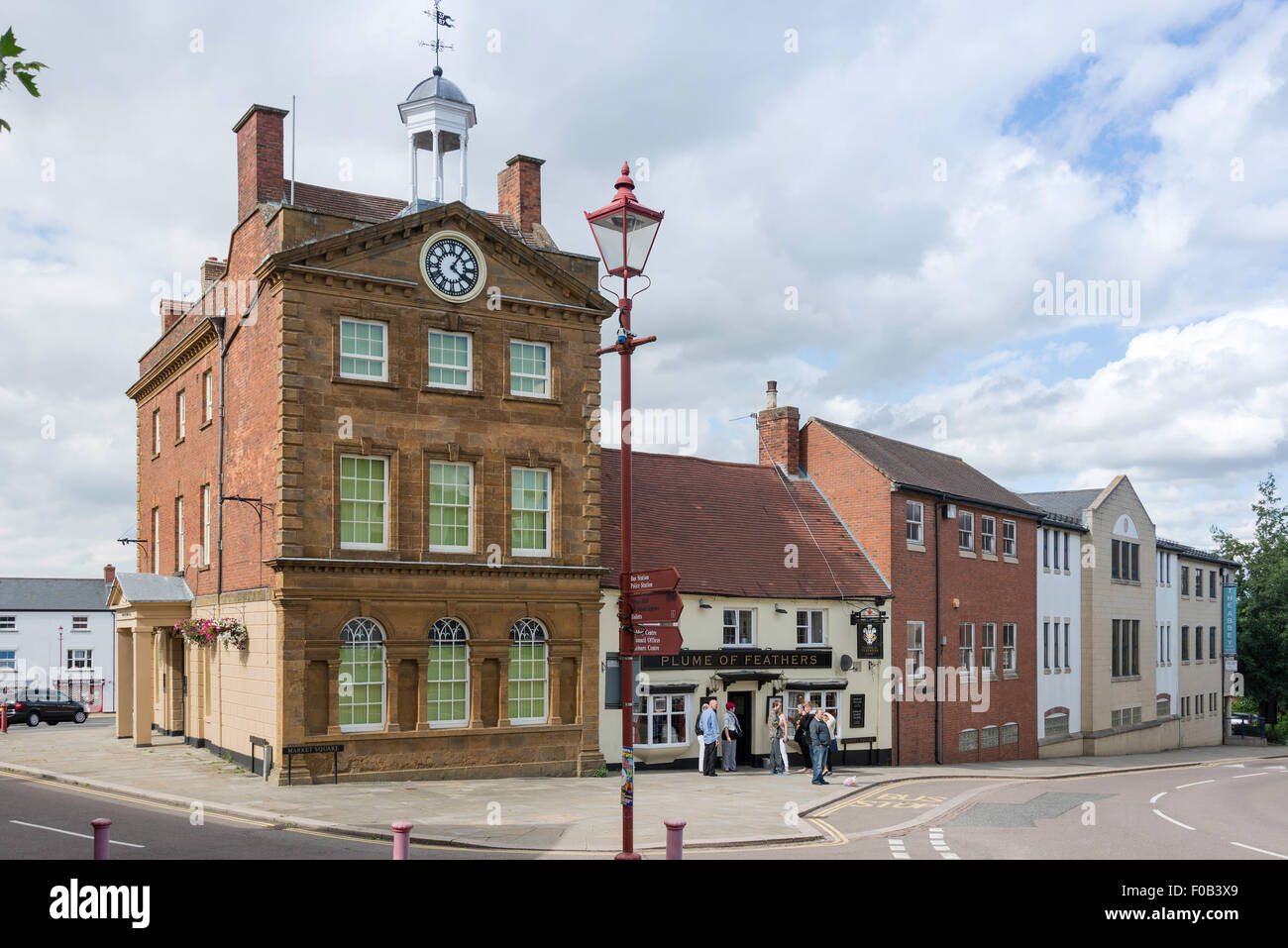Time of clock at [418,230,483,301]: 4:05
